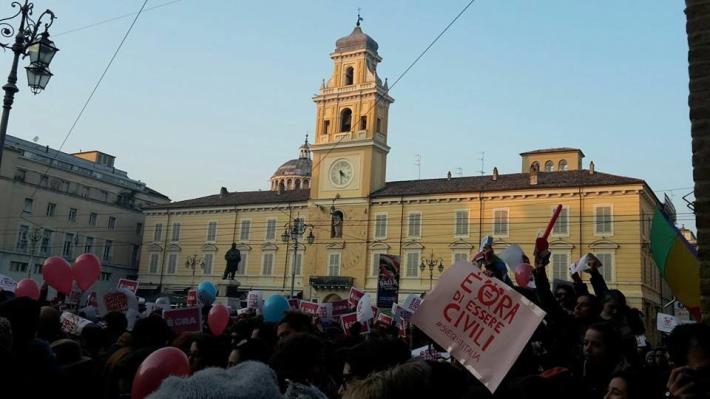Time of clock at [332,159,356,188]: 4:29
